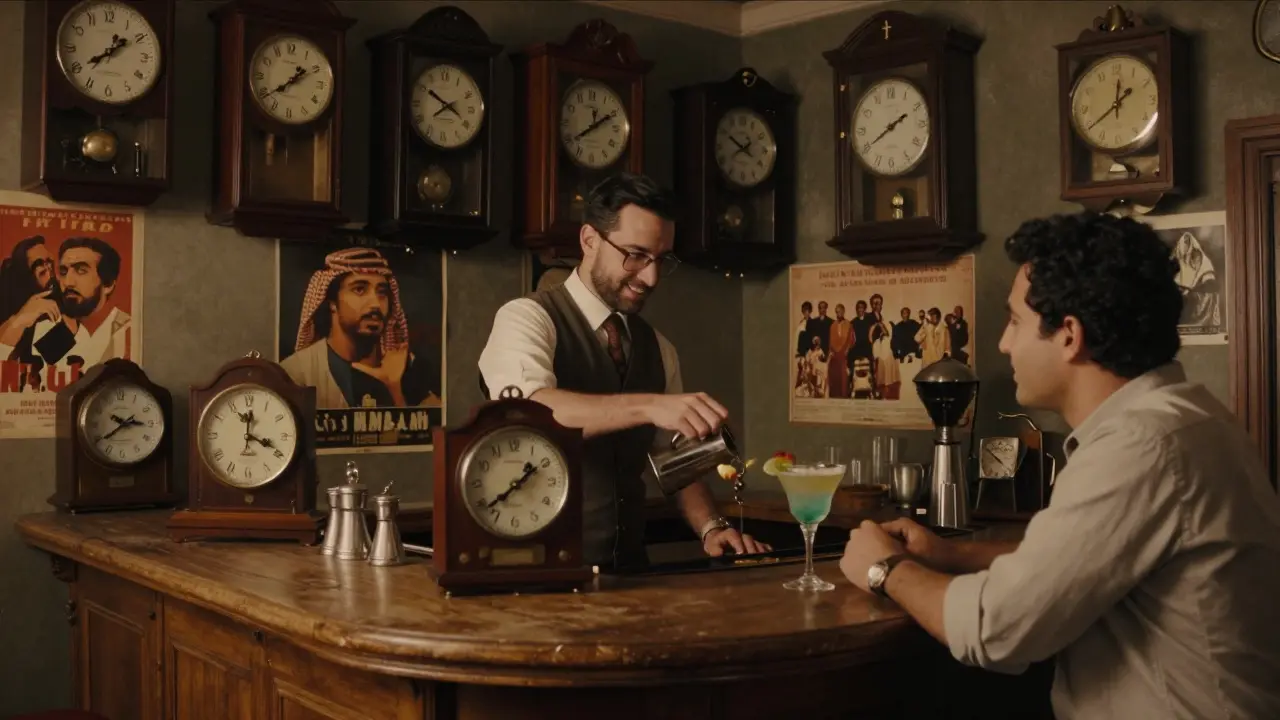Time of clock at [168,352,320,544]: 12:18
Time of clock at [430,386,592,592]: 1:39
